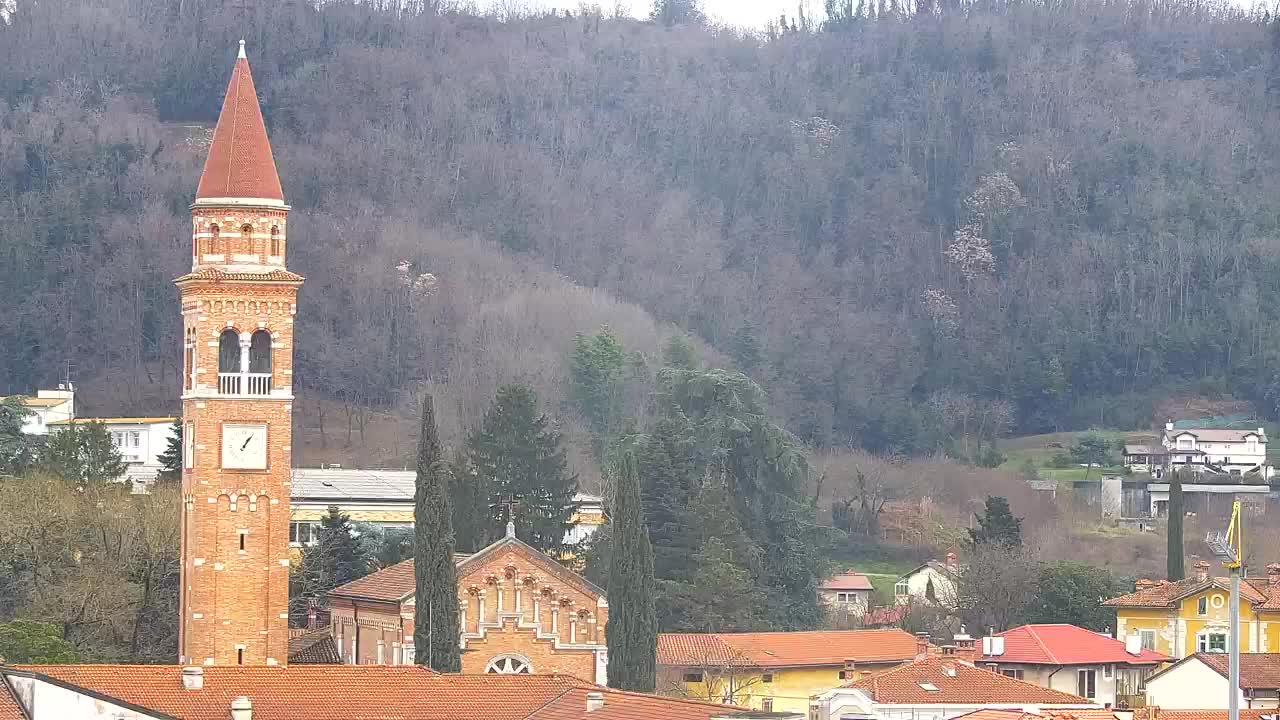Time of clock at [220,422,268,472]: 1:06
